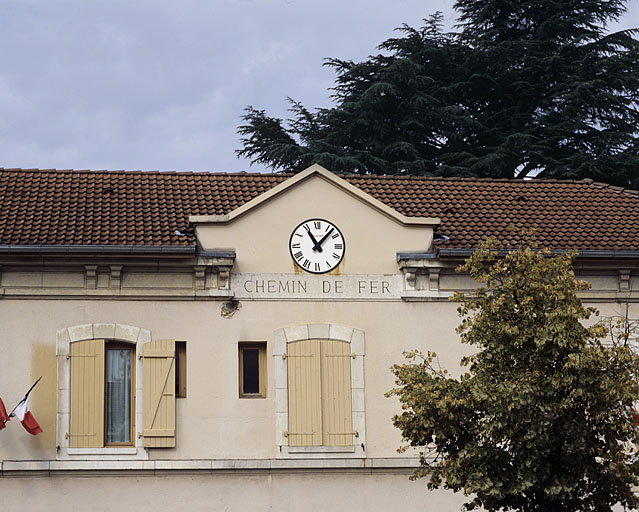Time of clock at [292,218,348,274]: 11:07
